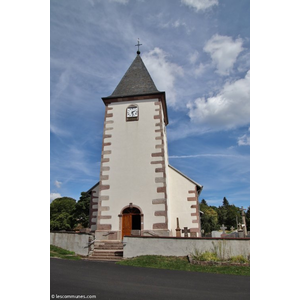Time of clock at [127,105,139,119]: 1:28
